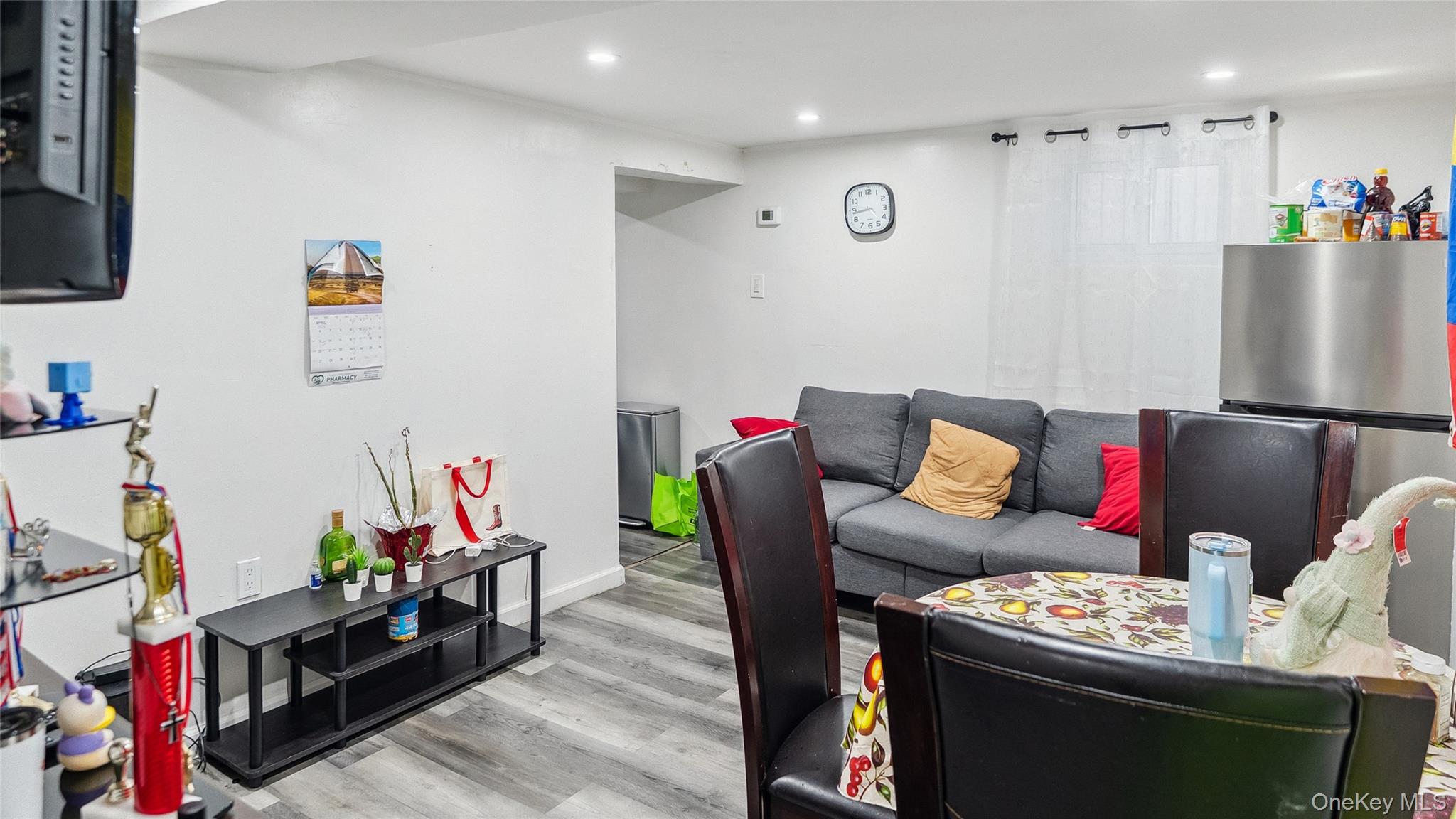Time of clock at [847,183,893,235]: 4:43
